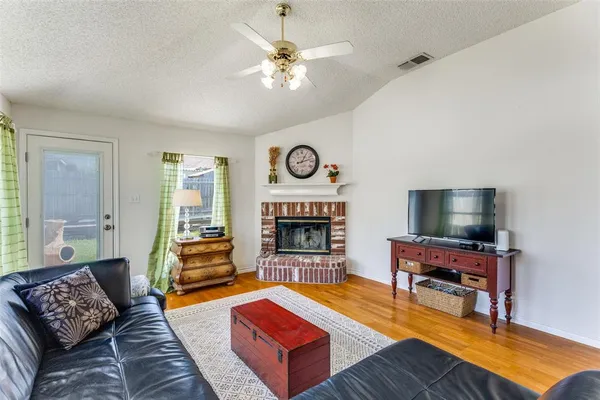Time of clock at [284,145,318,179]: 1:12
